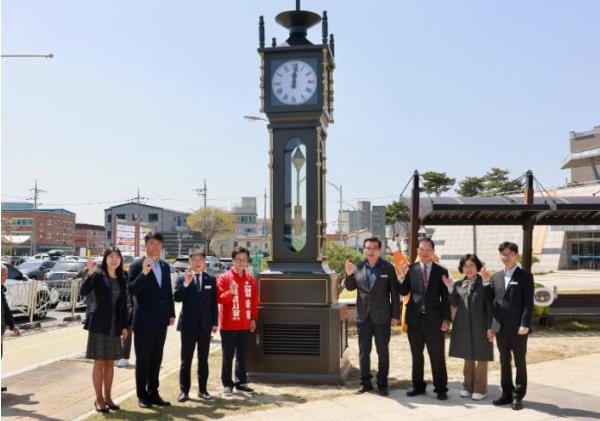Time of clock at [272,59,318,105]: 12:01
